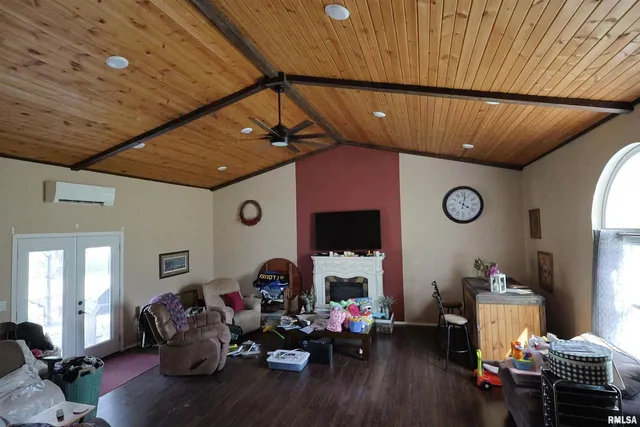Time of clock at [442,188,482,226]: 4:02
